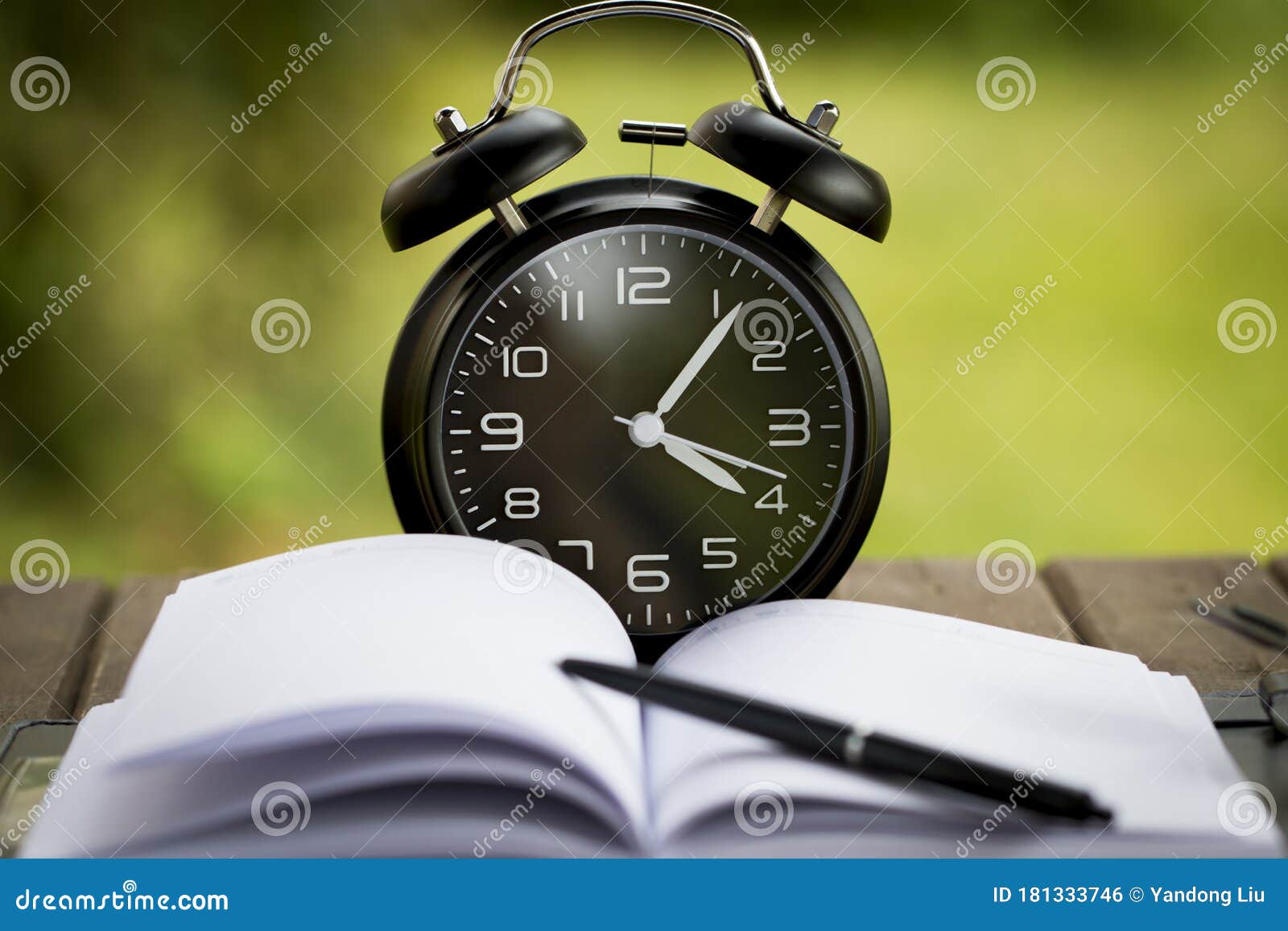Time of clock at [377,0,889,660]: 4:06
